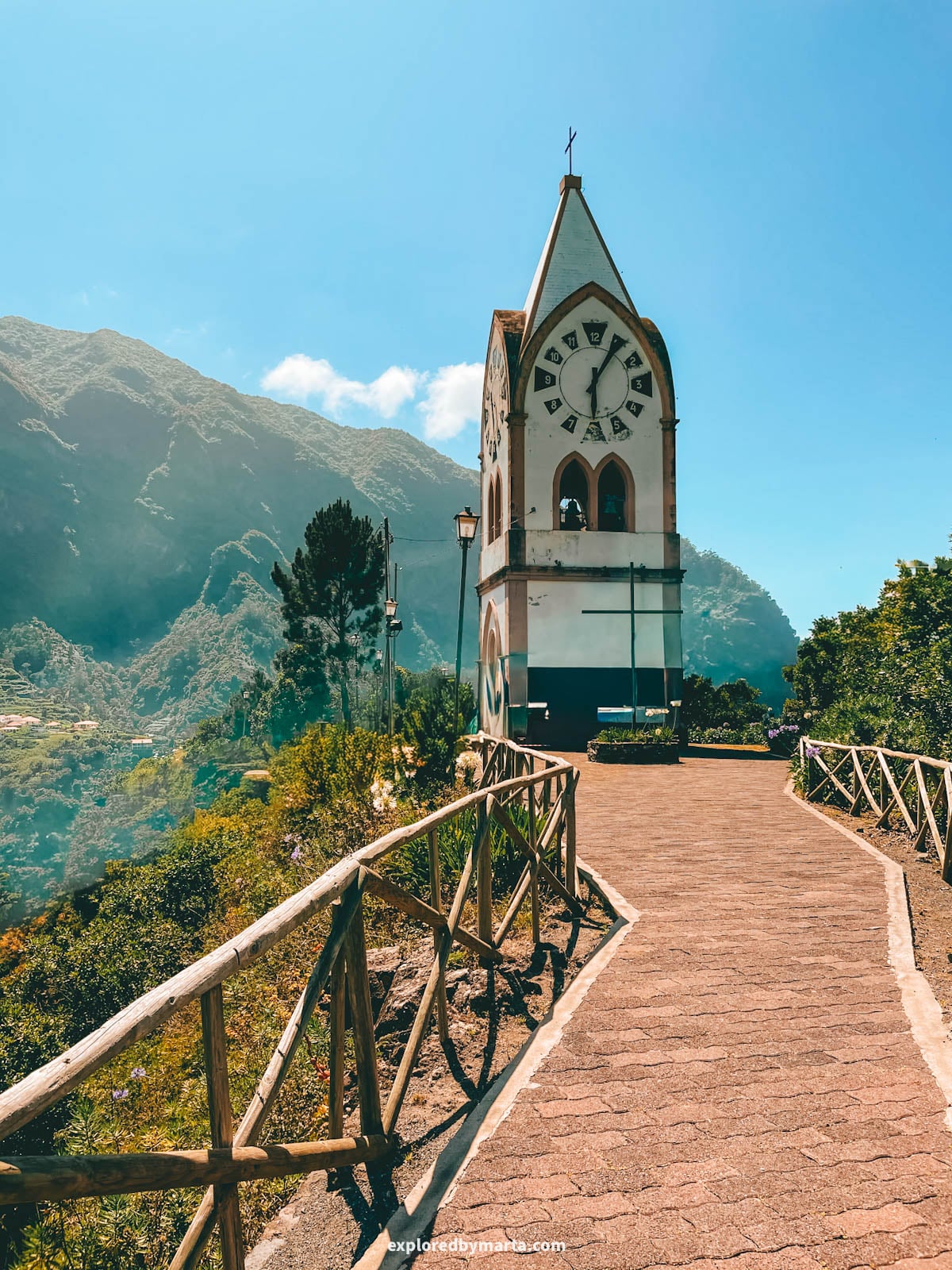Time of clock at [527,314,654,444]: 6:05
